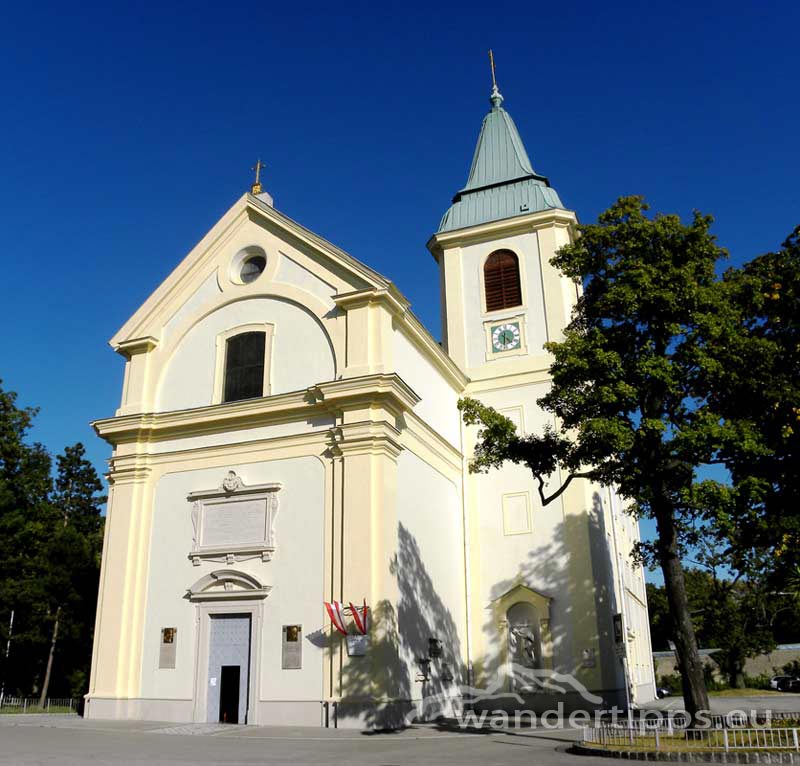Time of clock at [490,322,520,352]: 4:31
